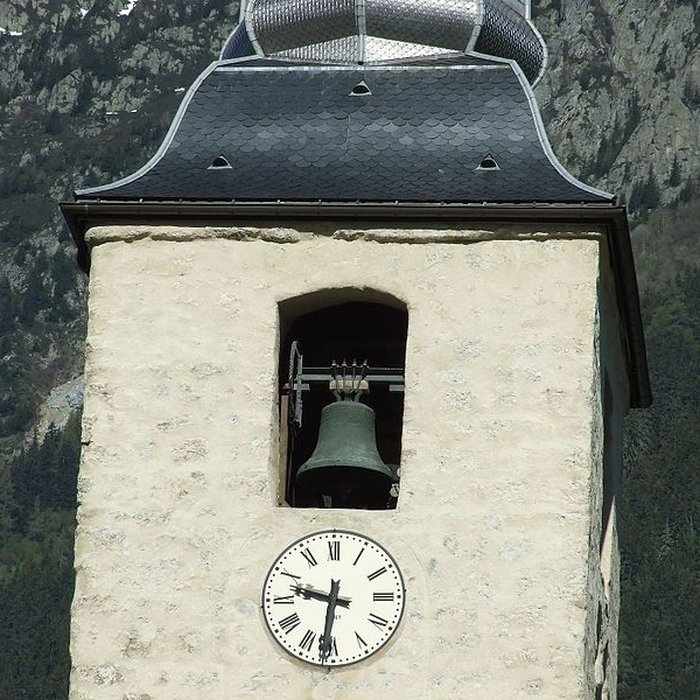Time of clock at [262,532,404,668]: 9:31
